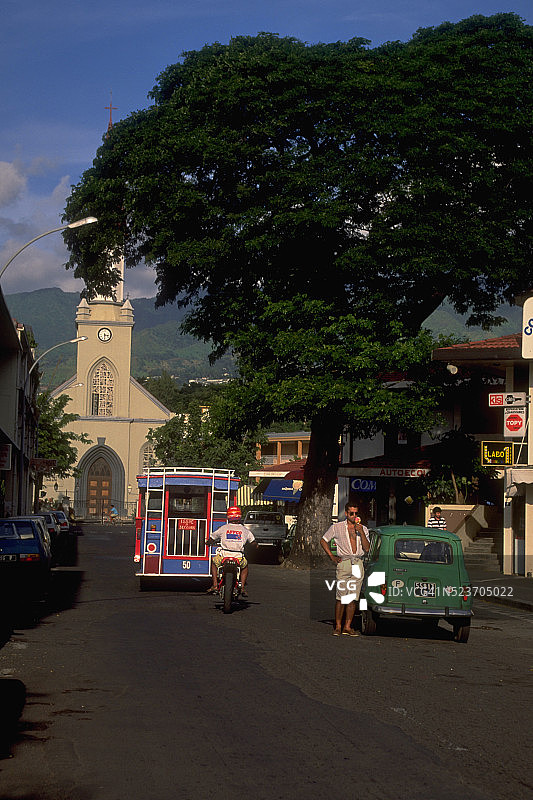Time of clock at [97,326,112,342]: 3:29
